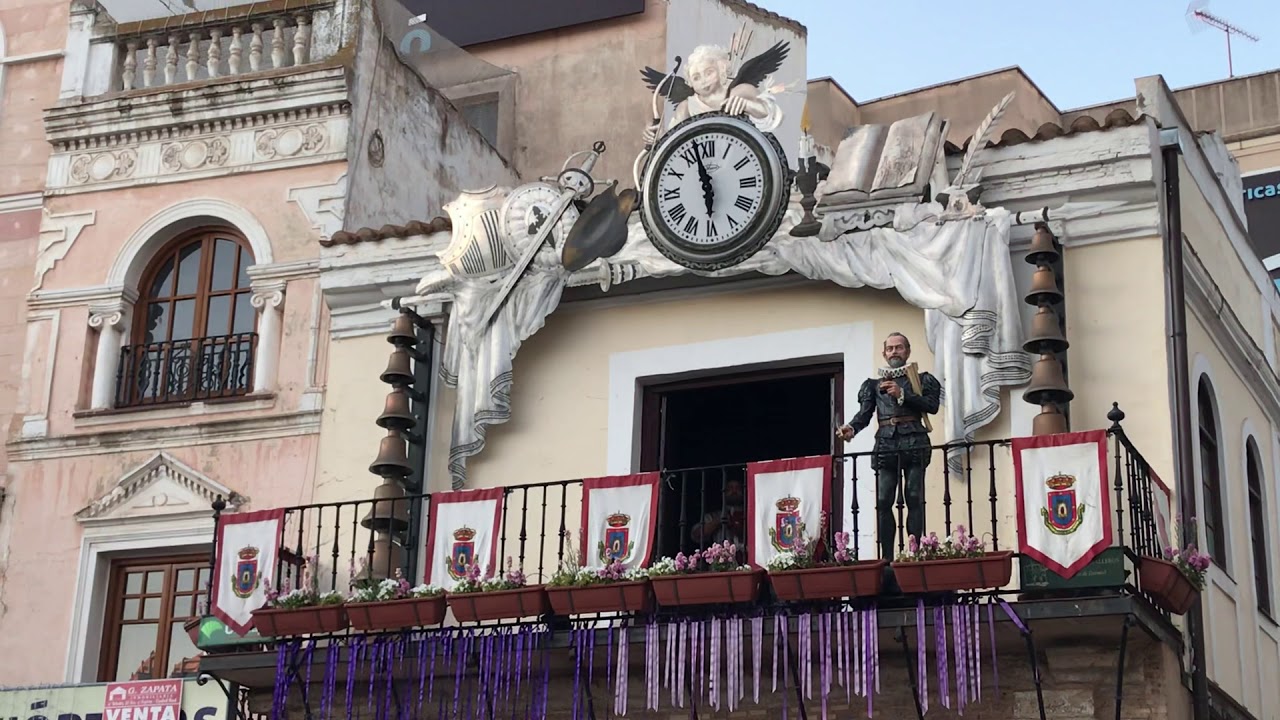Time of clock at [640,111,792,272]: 5:57
